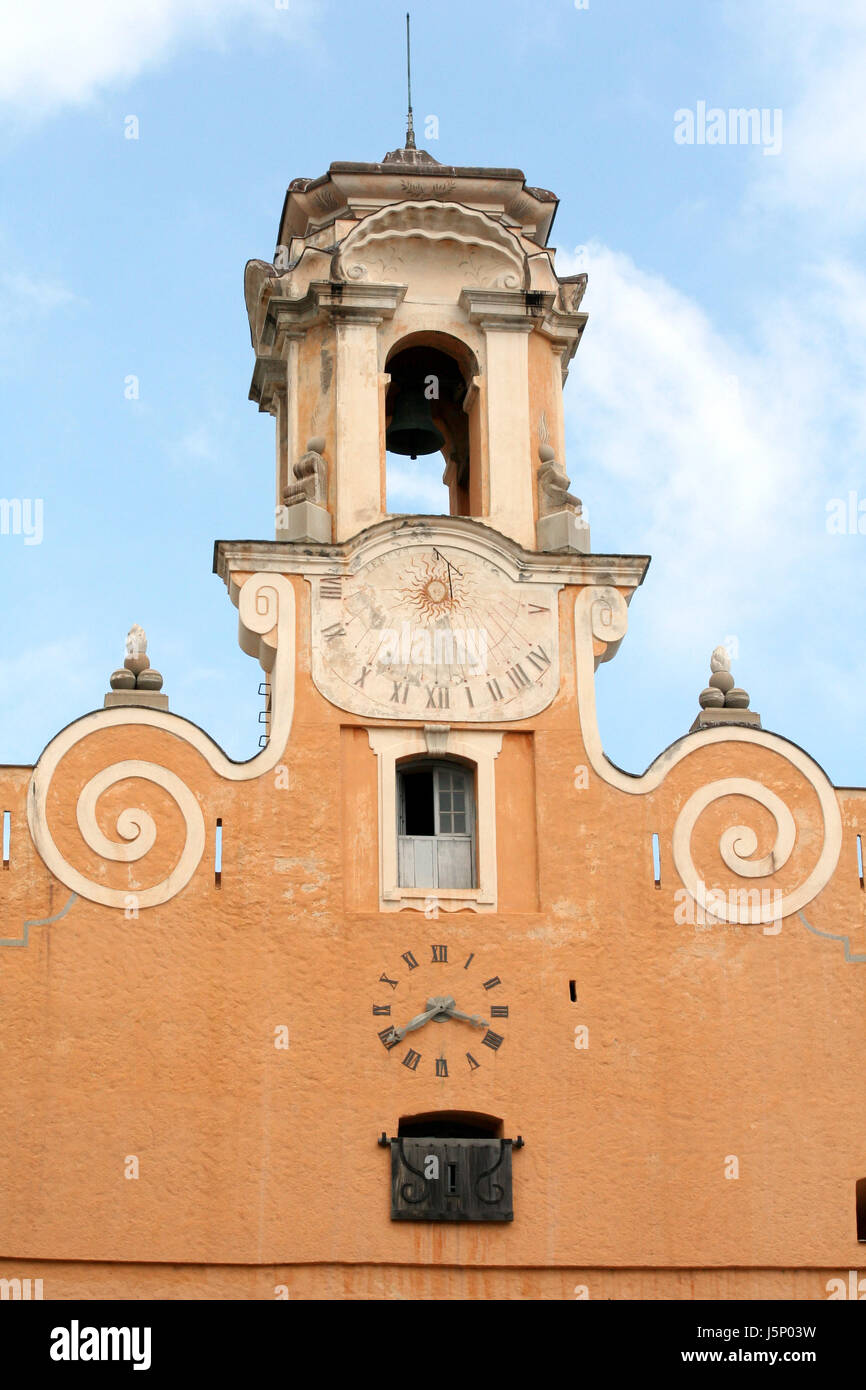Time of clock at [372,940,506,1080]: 3:39
